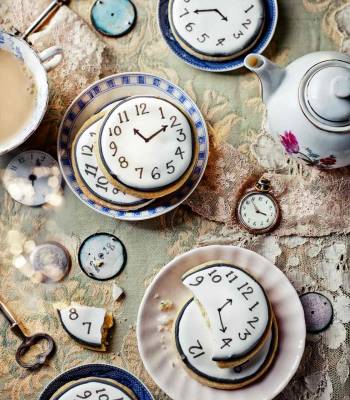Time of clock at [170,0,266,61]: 4:45
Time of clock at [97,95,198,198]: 11:10
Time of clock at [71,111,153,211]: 11:10
